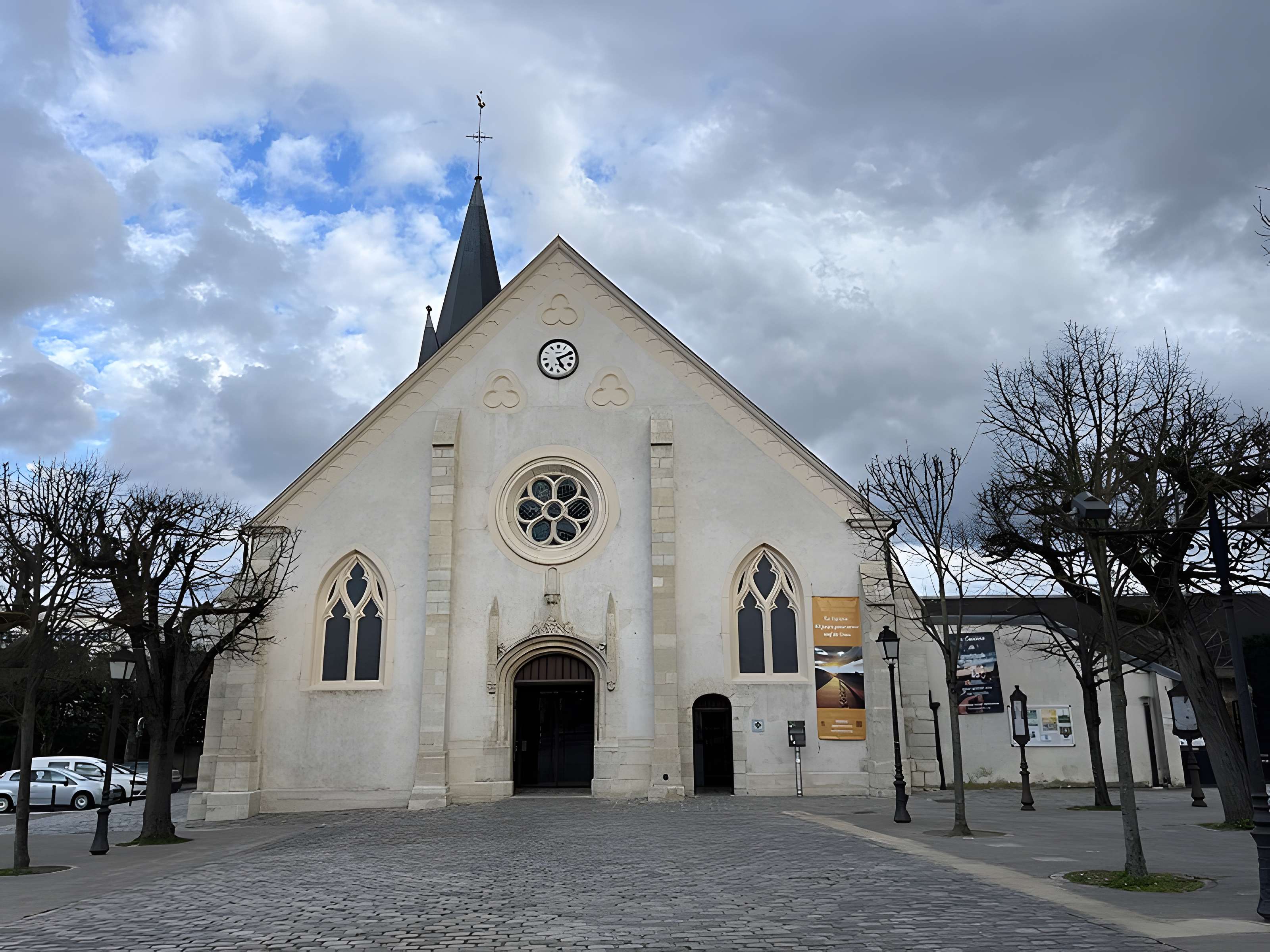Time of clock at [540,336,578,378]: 5:11
